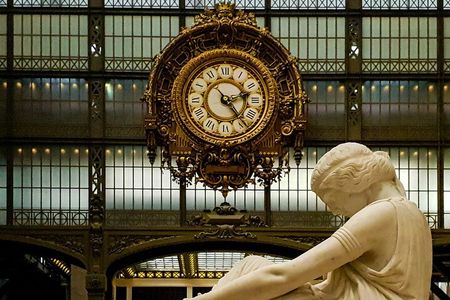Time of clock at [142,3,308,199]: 2:22
